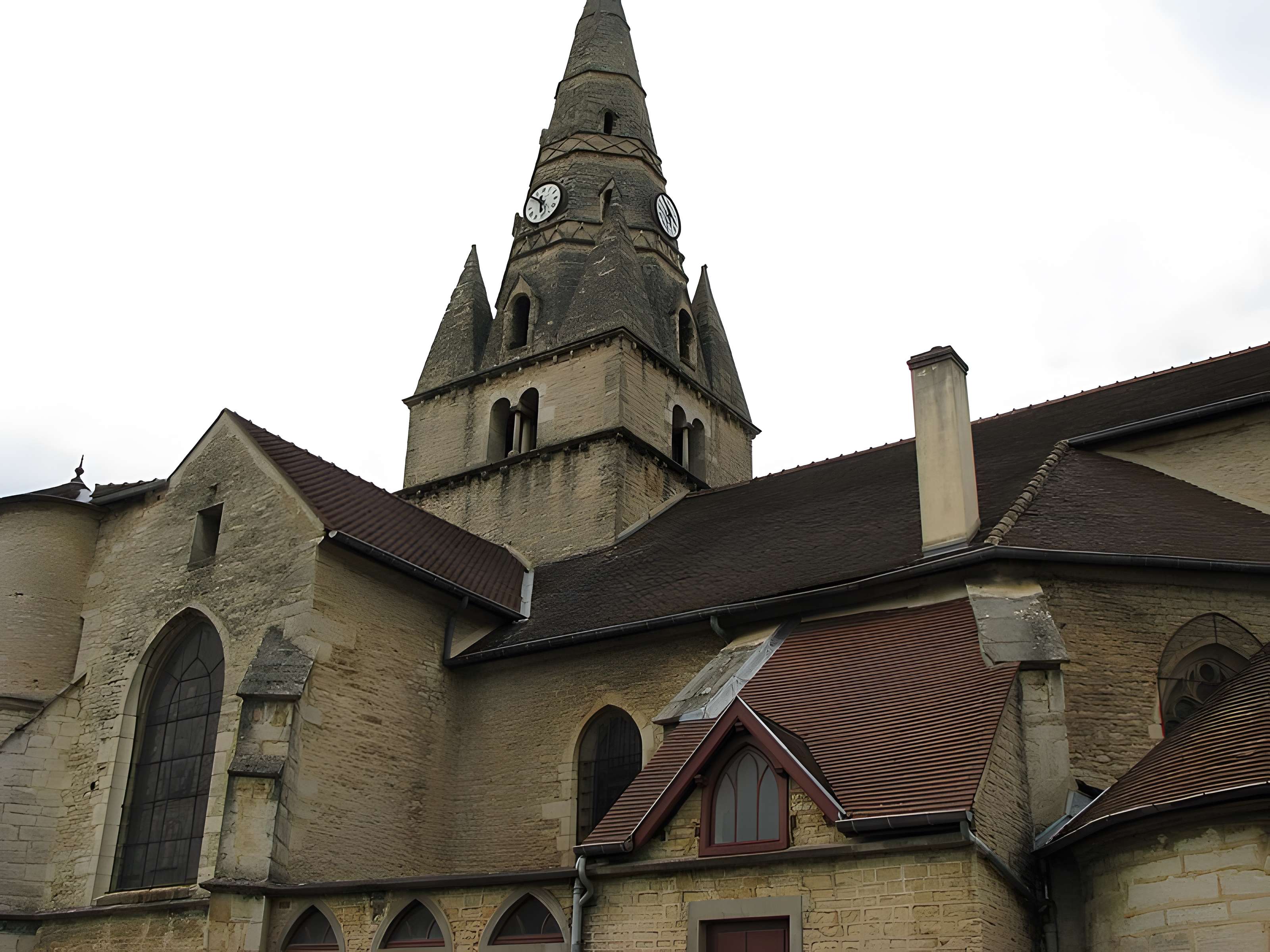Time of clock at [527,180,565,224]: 5:51
